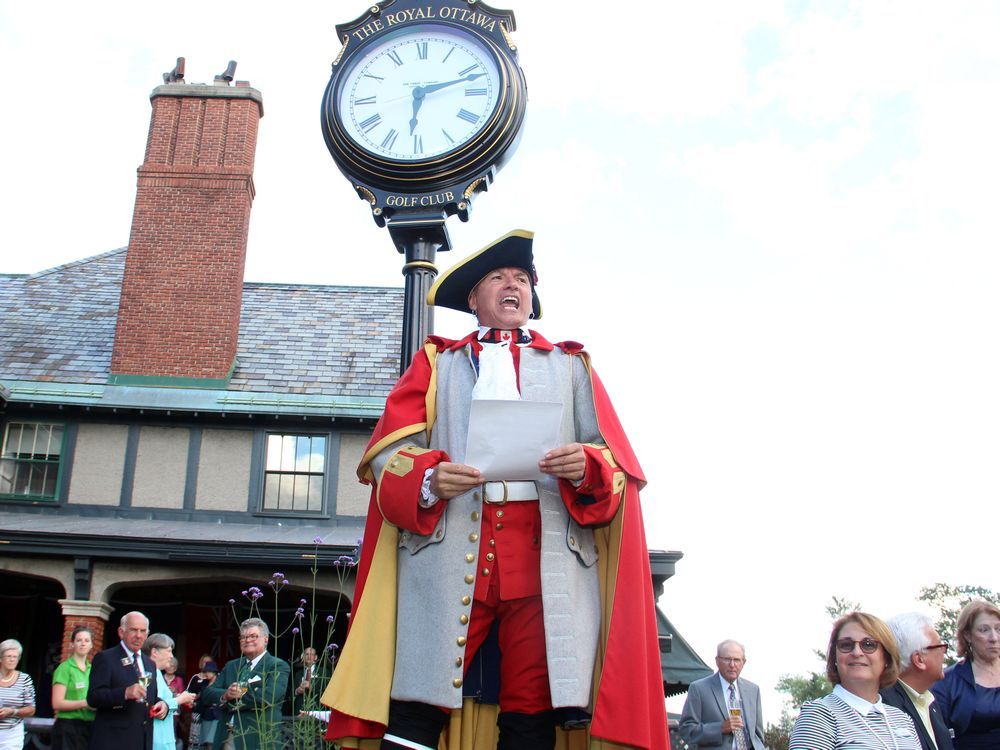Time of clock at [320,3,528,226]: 6:12
